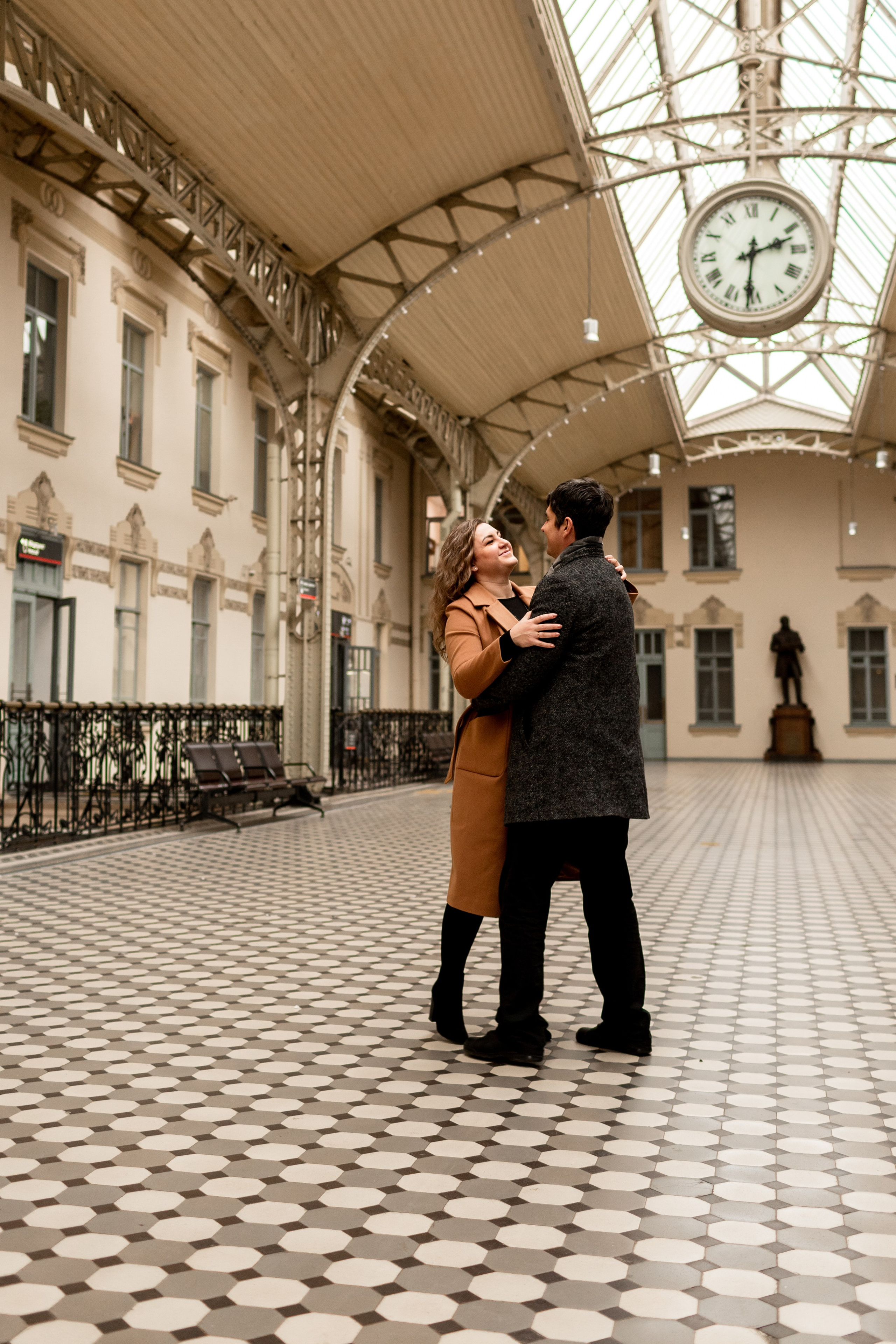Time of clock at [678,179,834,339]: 2:31
